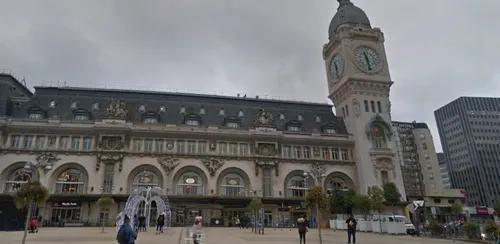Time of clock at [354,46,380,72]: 11:28
